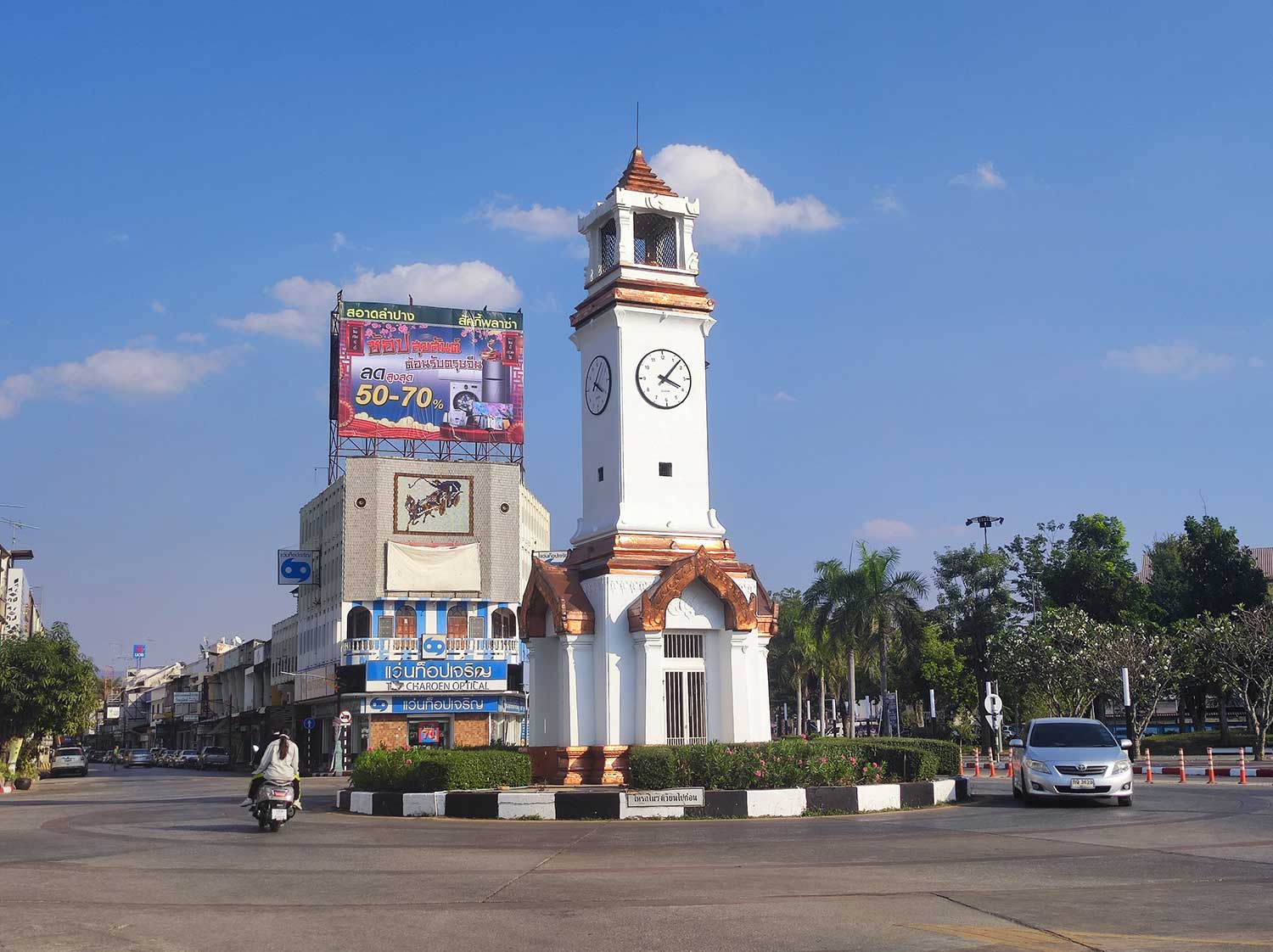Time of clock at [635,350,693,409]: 4:07
